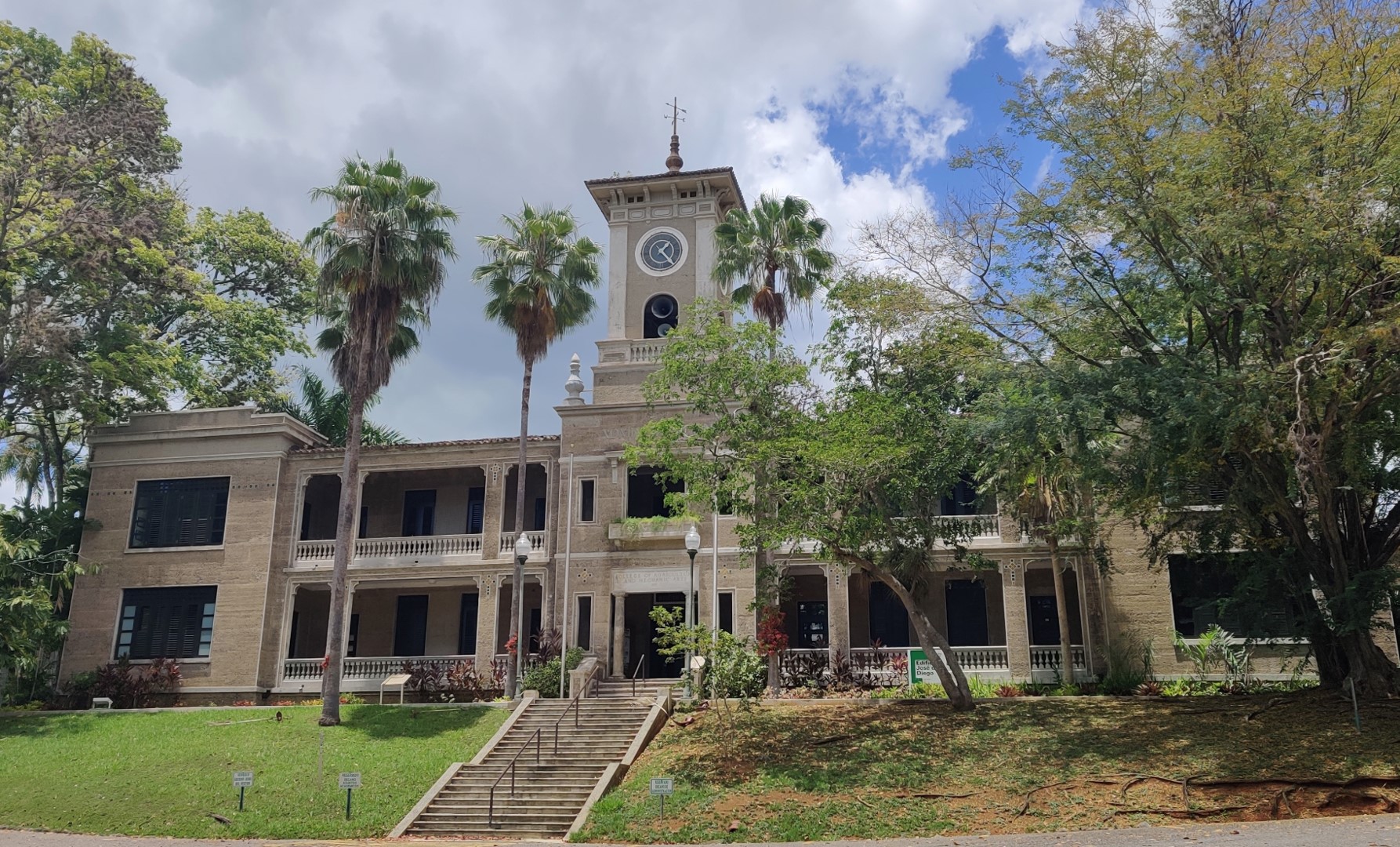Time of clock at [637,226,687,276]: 1:23
